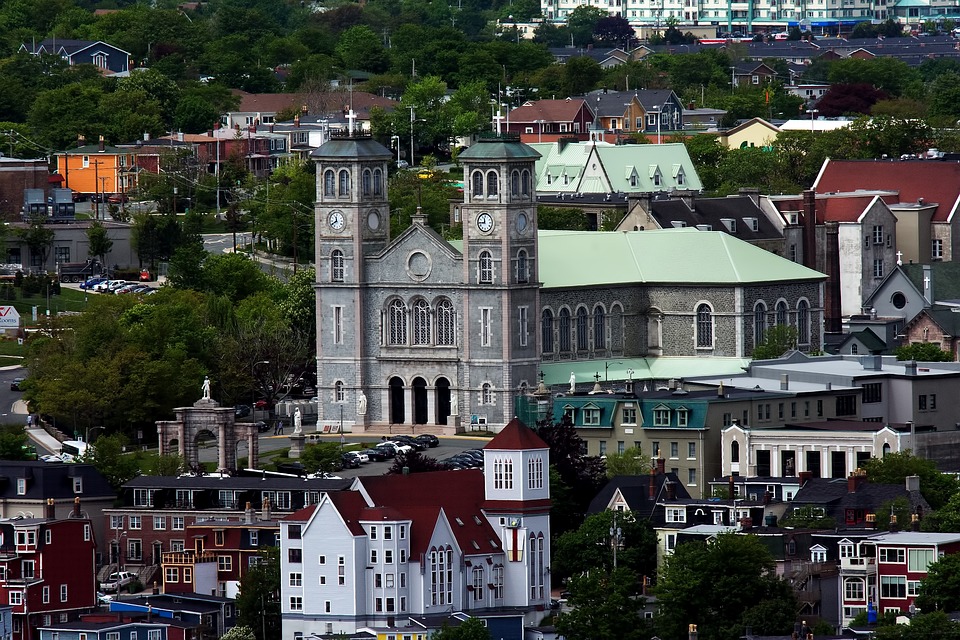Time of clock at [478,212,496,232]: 11:44
